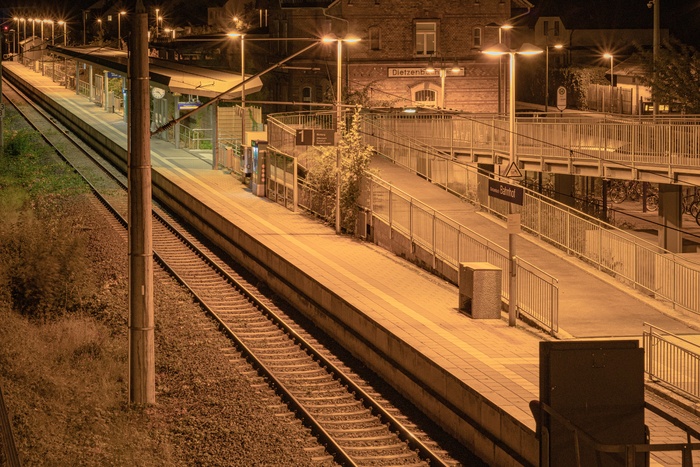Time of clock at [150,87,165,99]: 9:22
